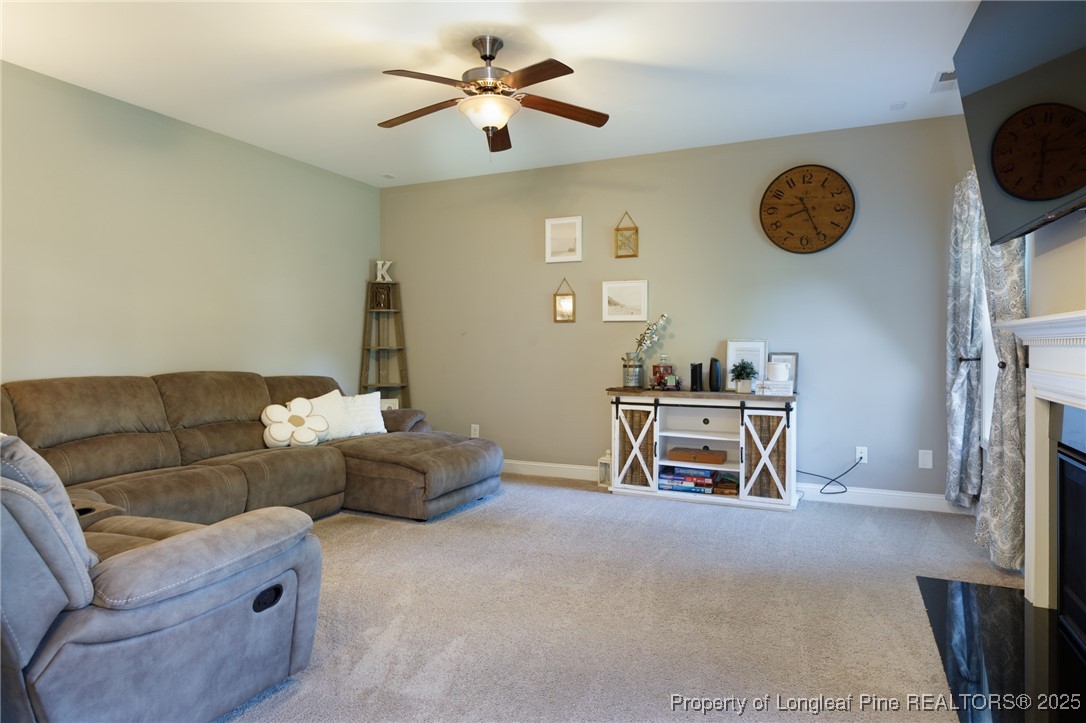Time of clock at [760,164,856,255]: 8:25
